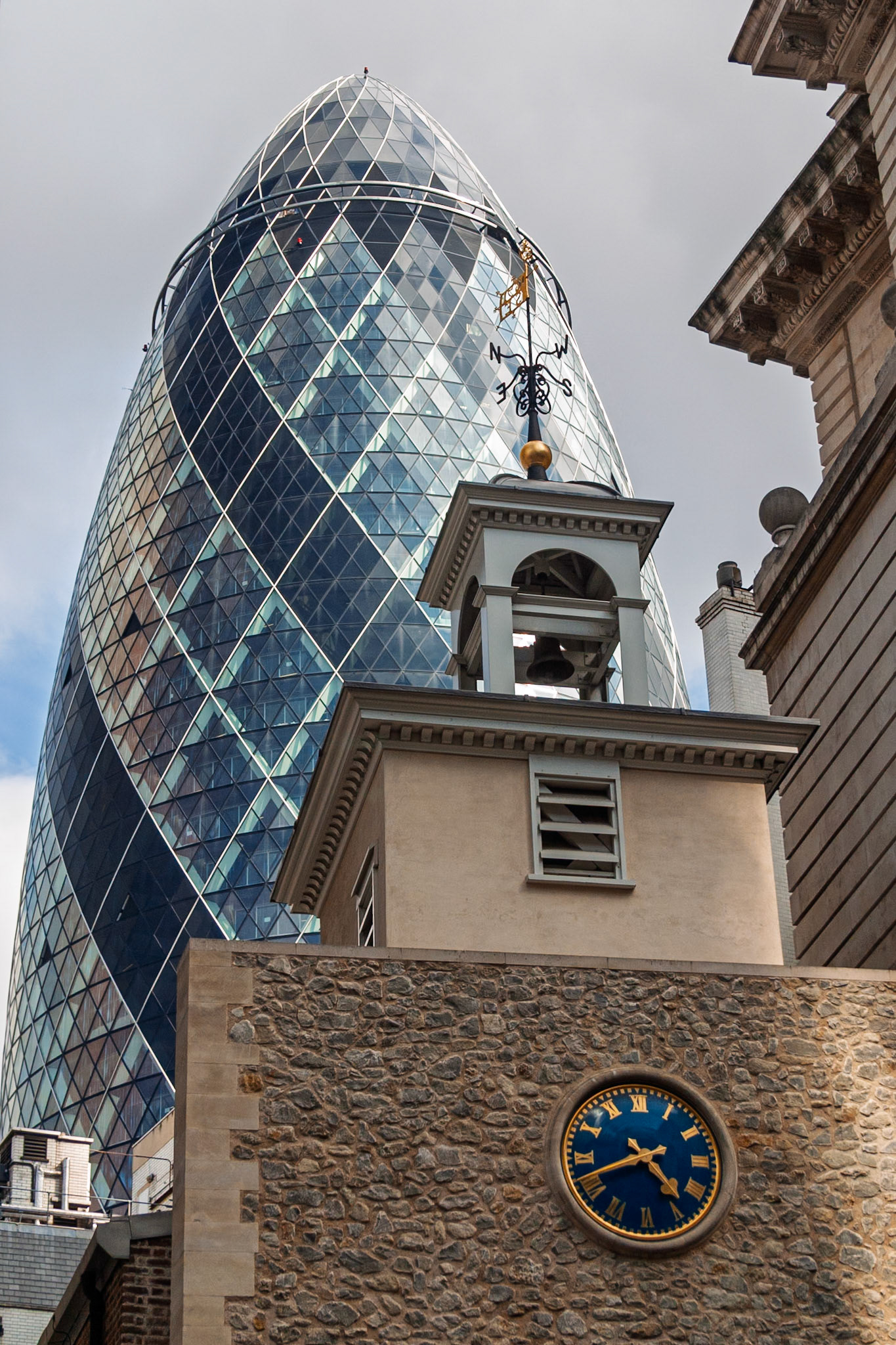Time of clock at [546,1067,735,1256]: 4:41
